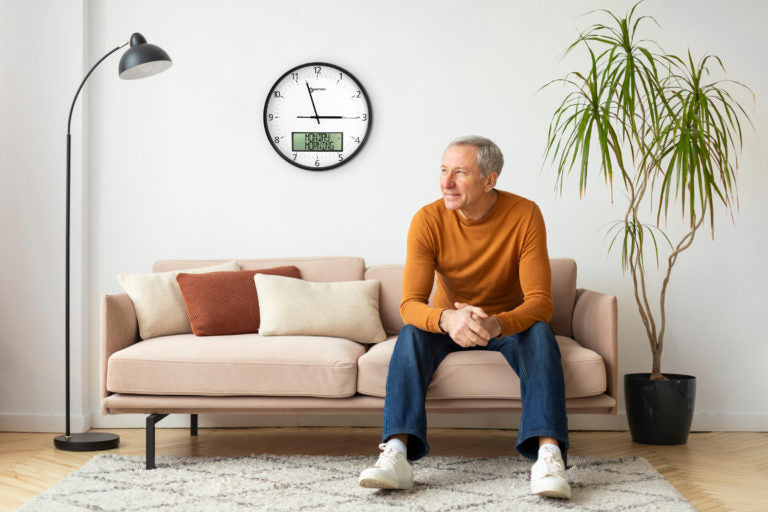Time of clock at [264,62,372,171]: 2:57
